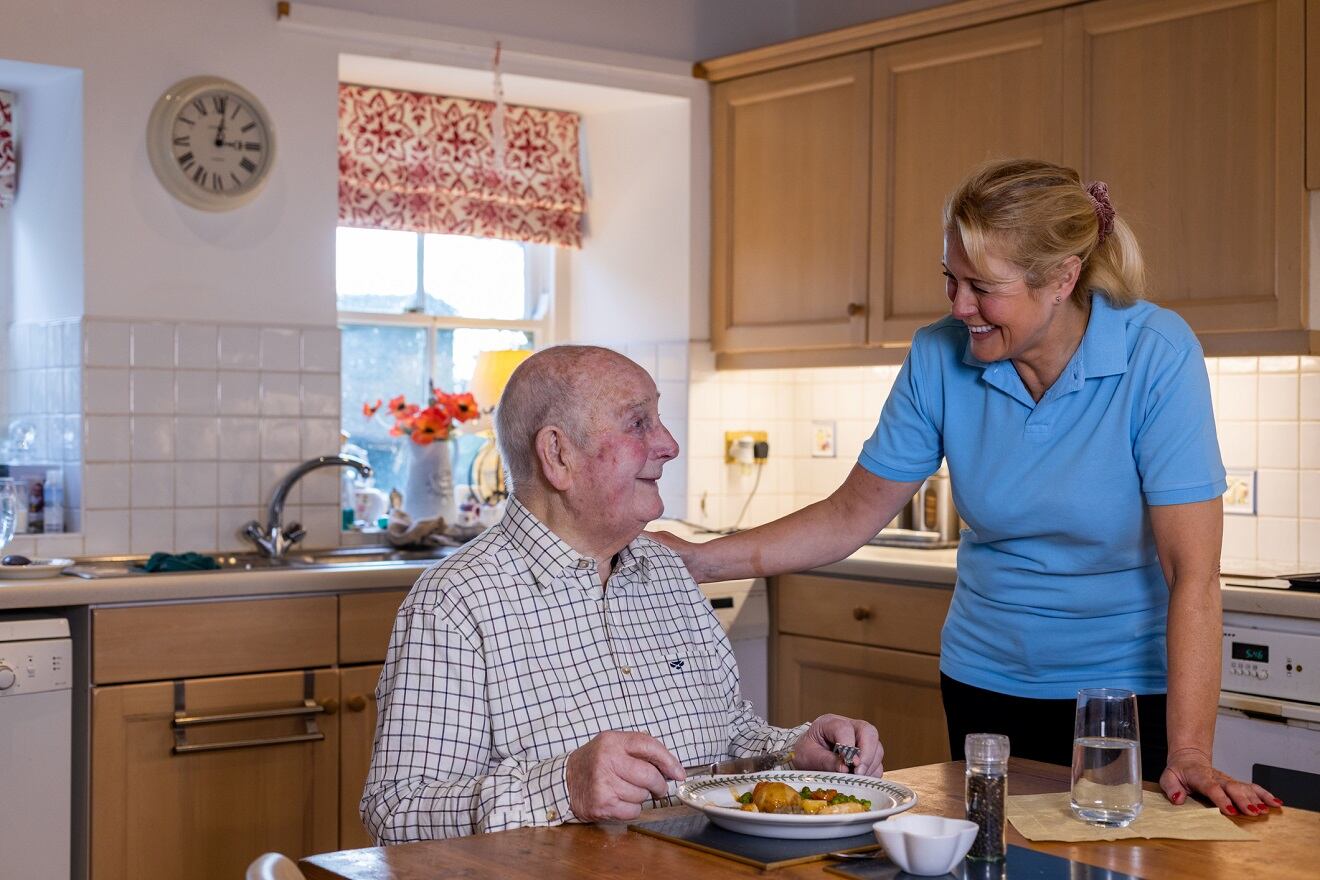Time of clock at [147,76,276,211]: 3:01
